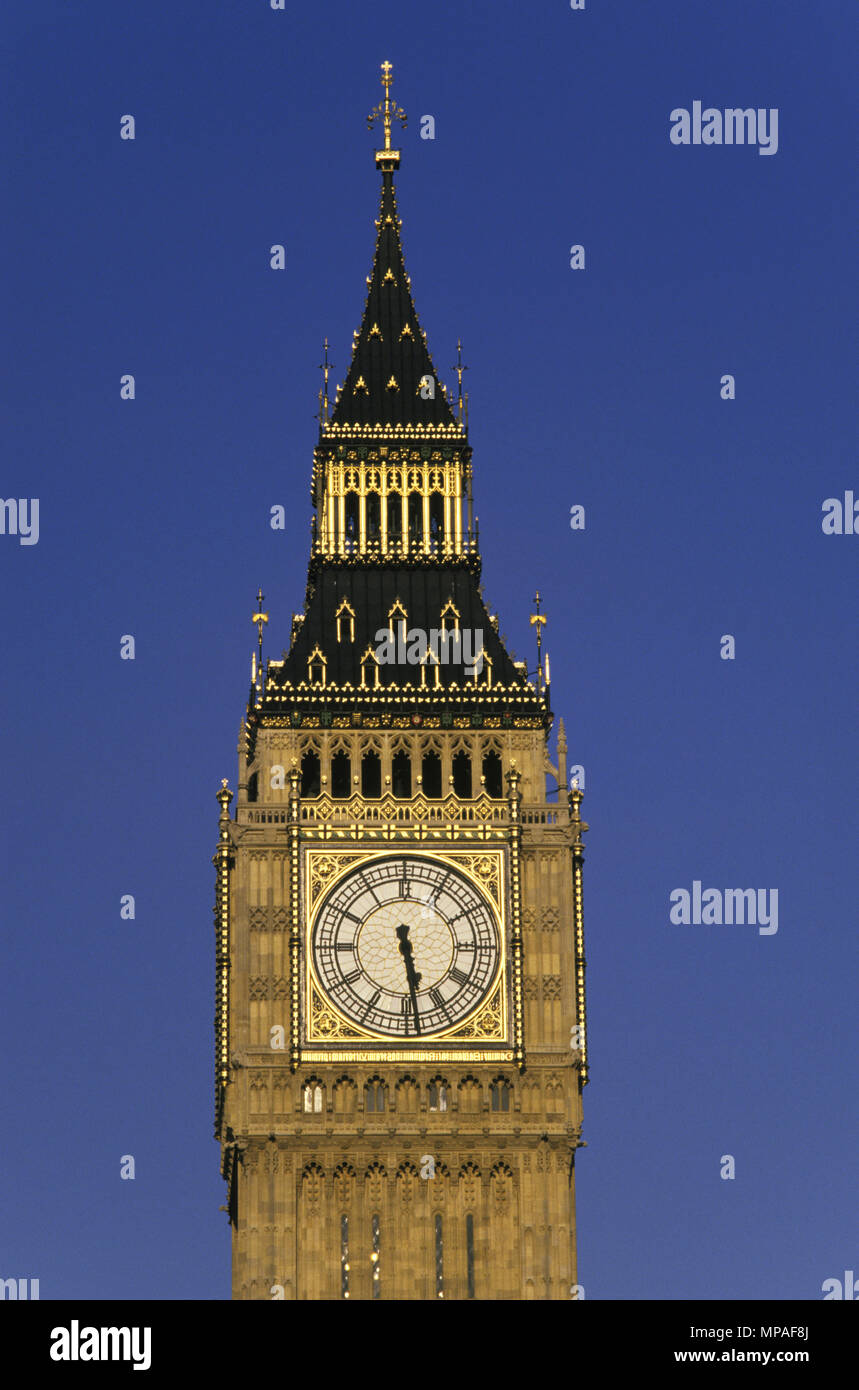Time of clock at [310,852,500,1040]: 5:28
